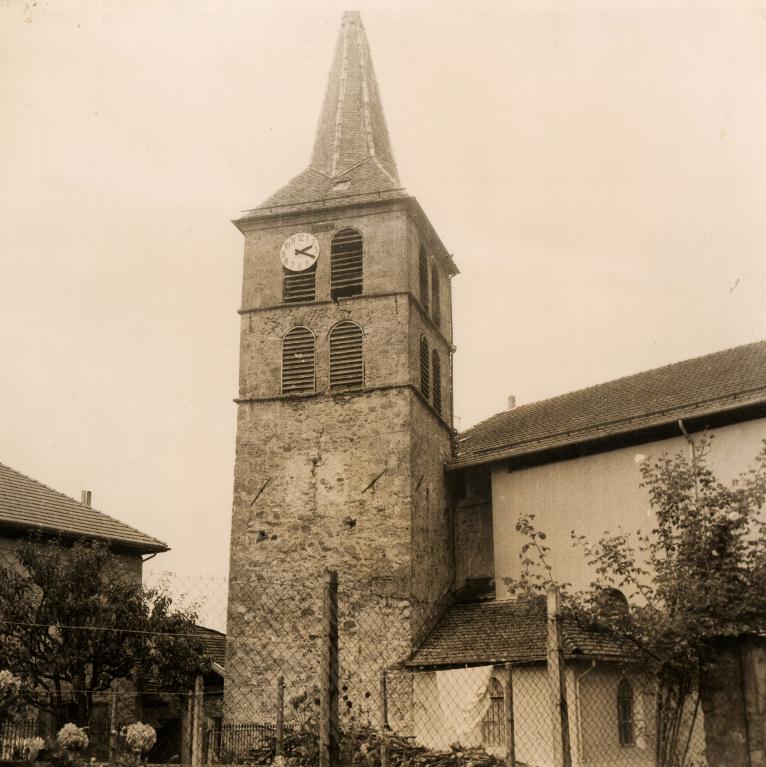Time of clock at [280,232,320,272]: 2:18
